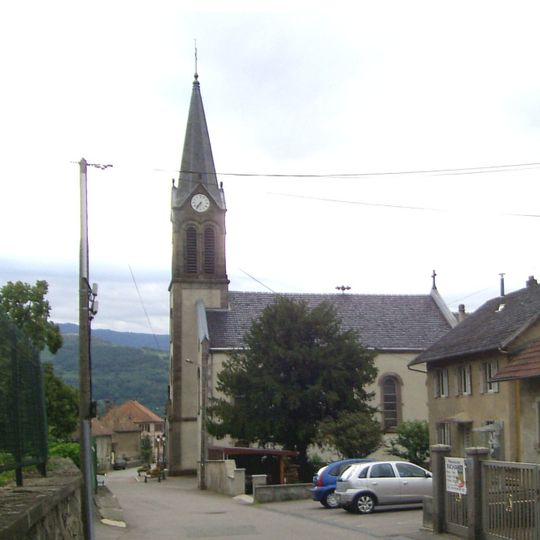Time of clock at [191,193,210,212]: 7:36
